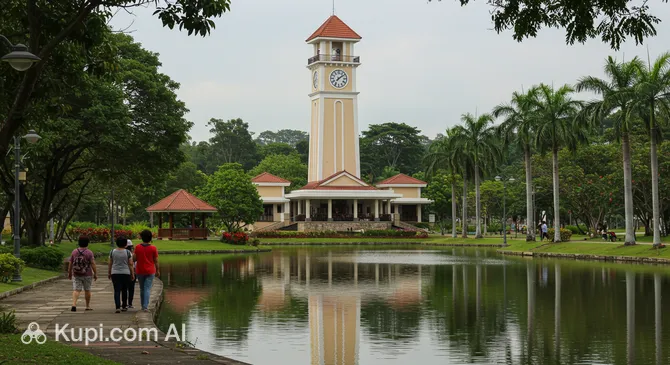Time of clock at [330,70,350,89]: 7:08
